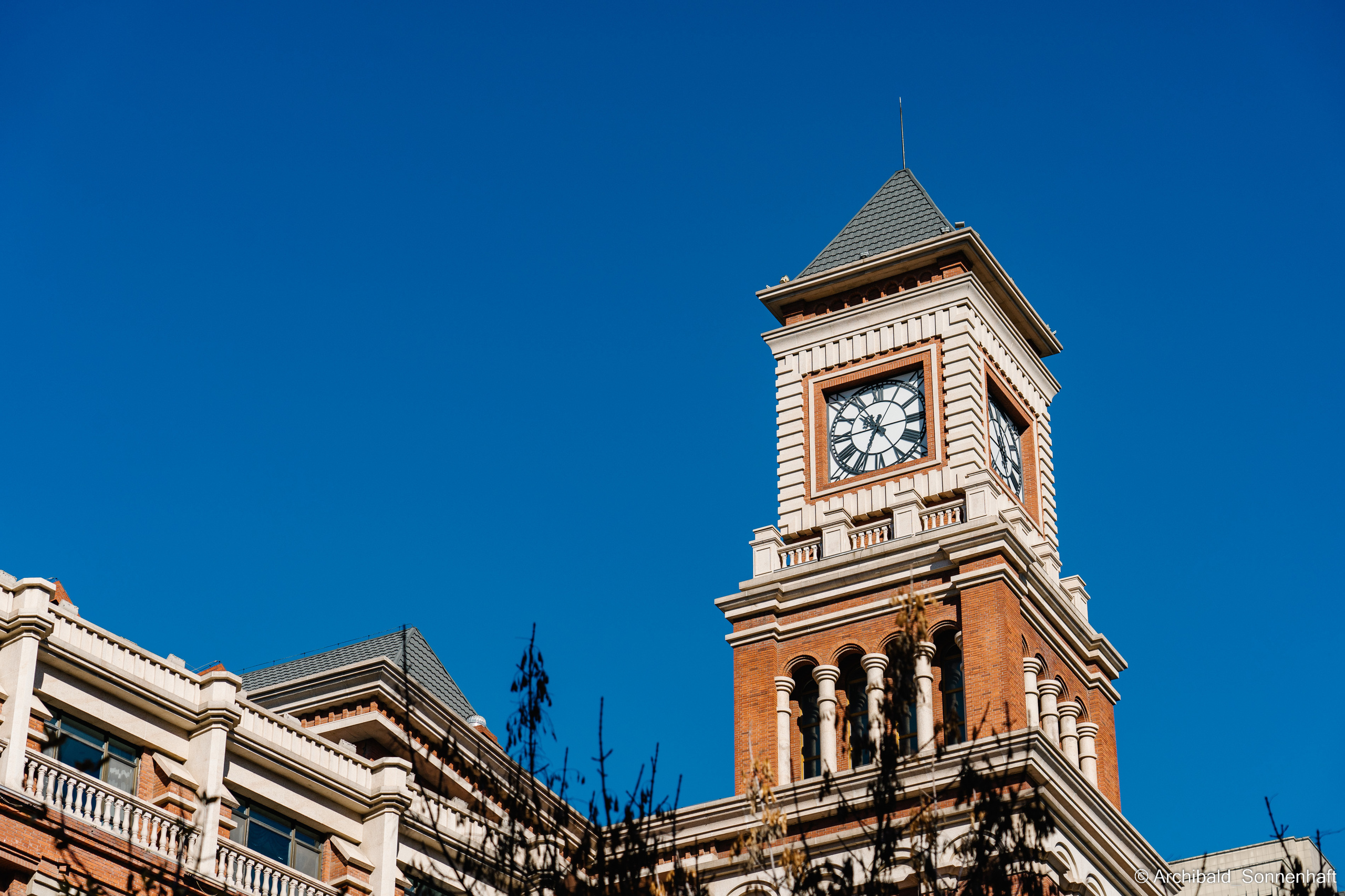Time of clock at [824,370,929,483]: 10:34
